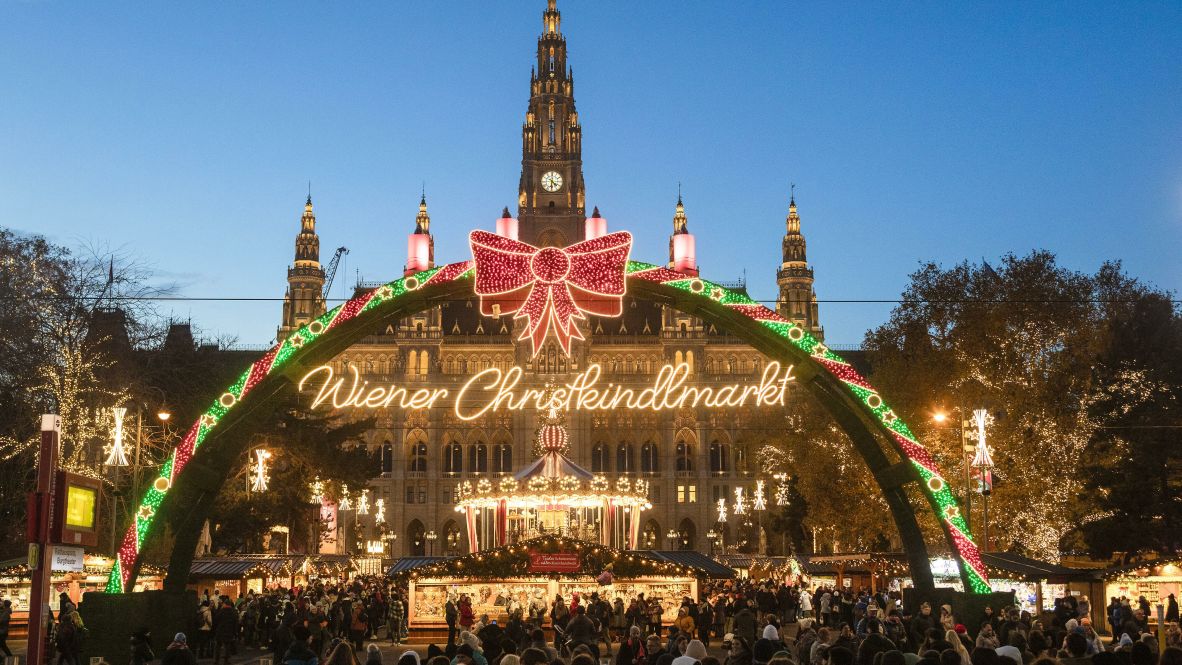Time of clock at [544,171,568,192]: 4:31
